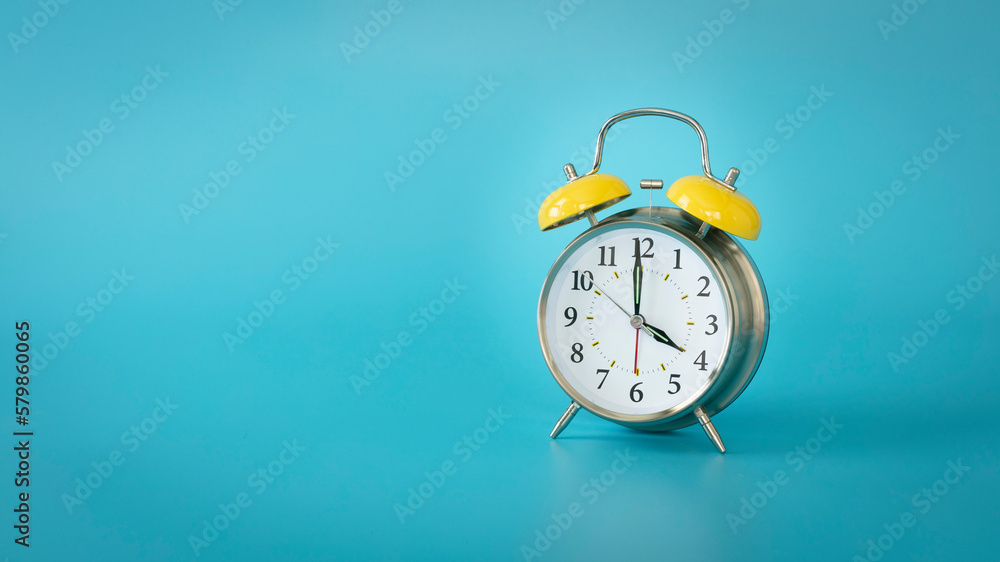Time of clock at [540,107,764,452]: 3:59
